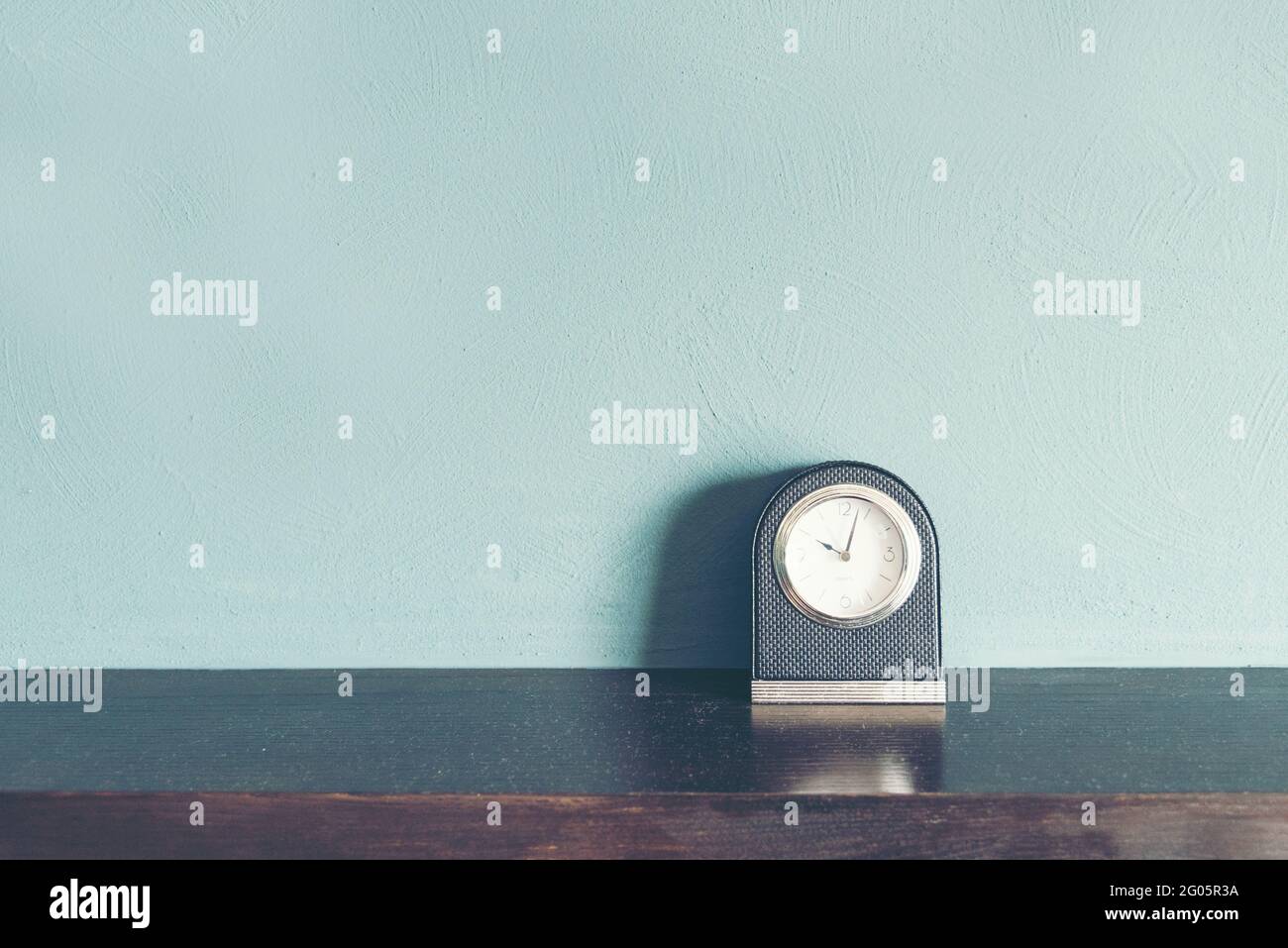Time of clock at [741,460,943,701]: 10:02
